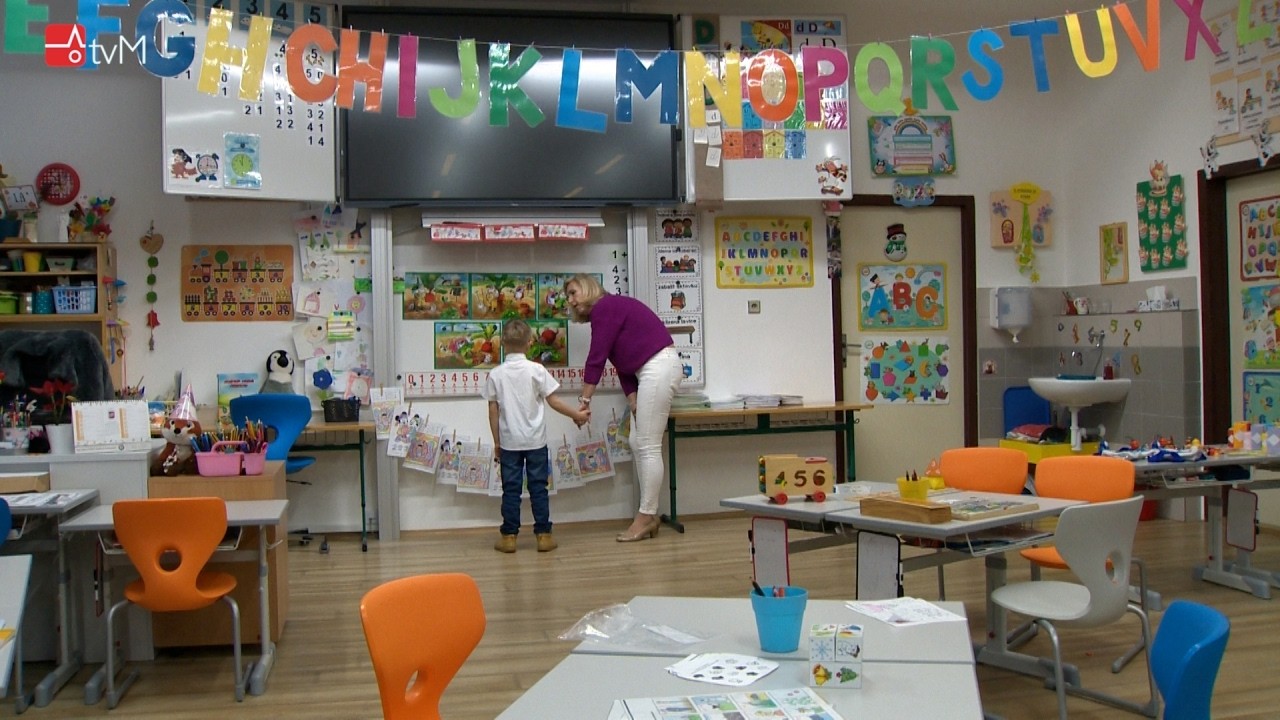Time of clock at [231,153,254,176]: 11:00
